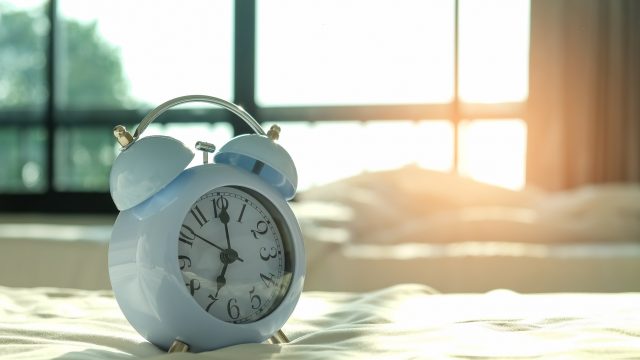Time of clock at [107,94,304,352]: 7:00
